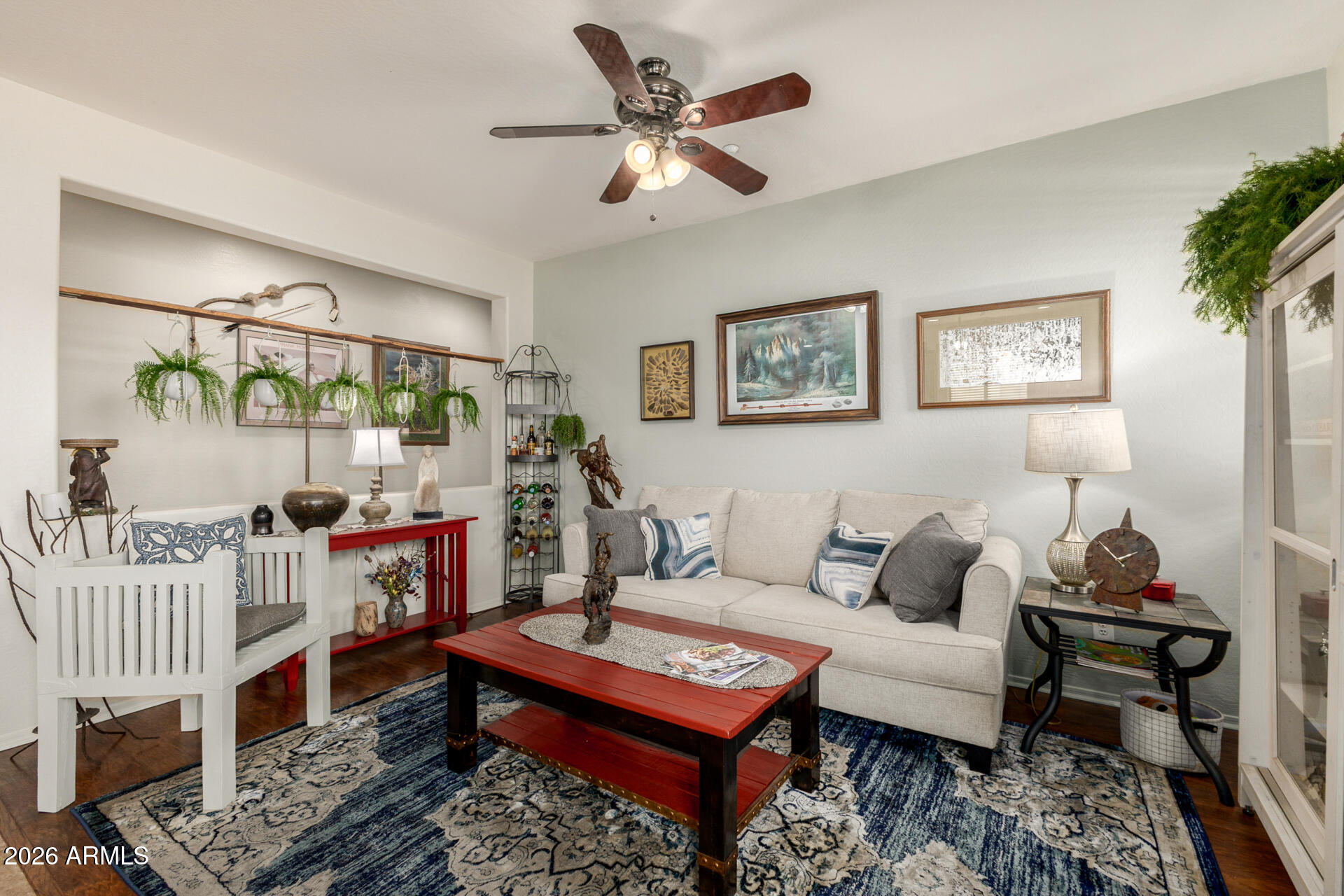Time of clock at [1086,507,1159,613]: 1:51
